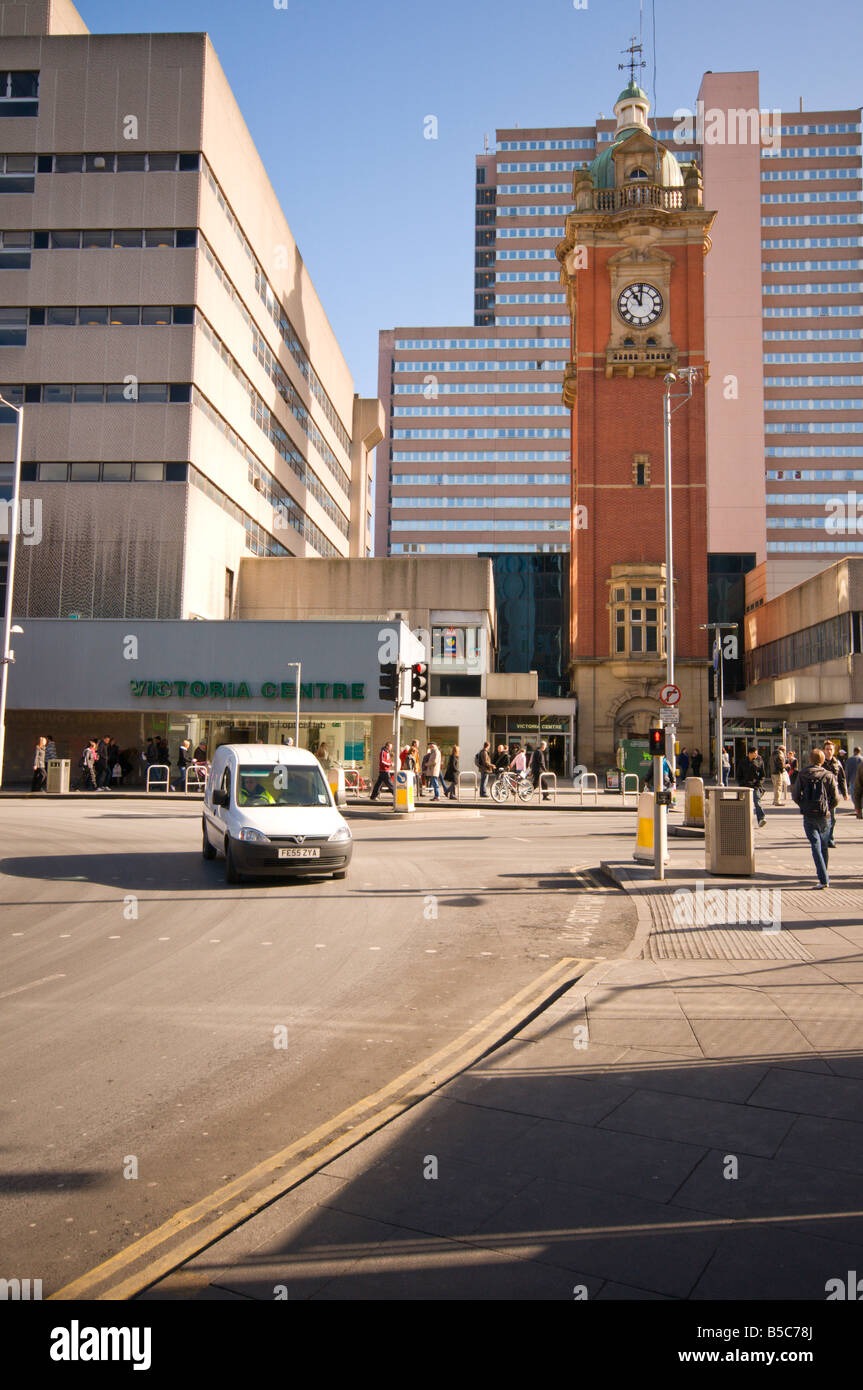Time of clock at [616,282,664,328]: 11:00
